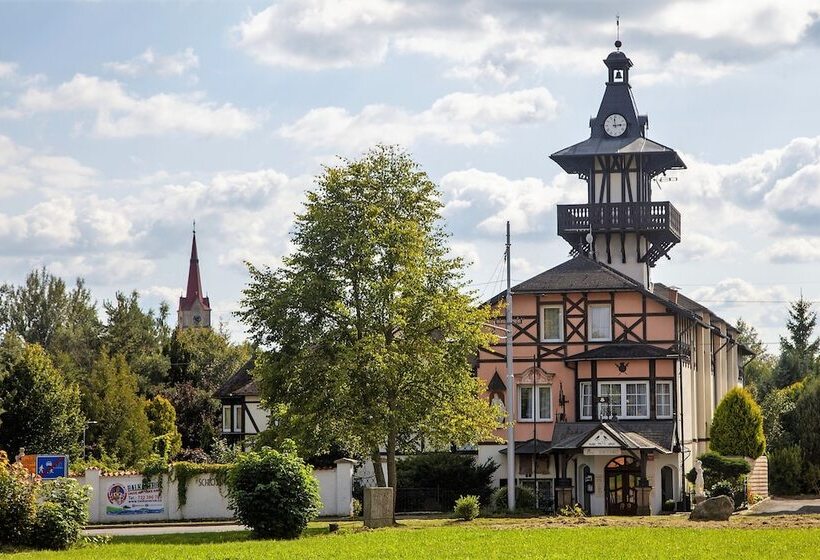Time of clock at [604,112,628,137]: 2:58
